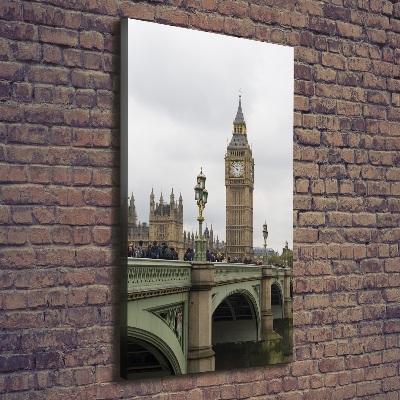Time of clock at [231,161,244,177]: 5:51
